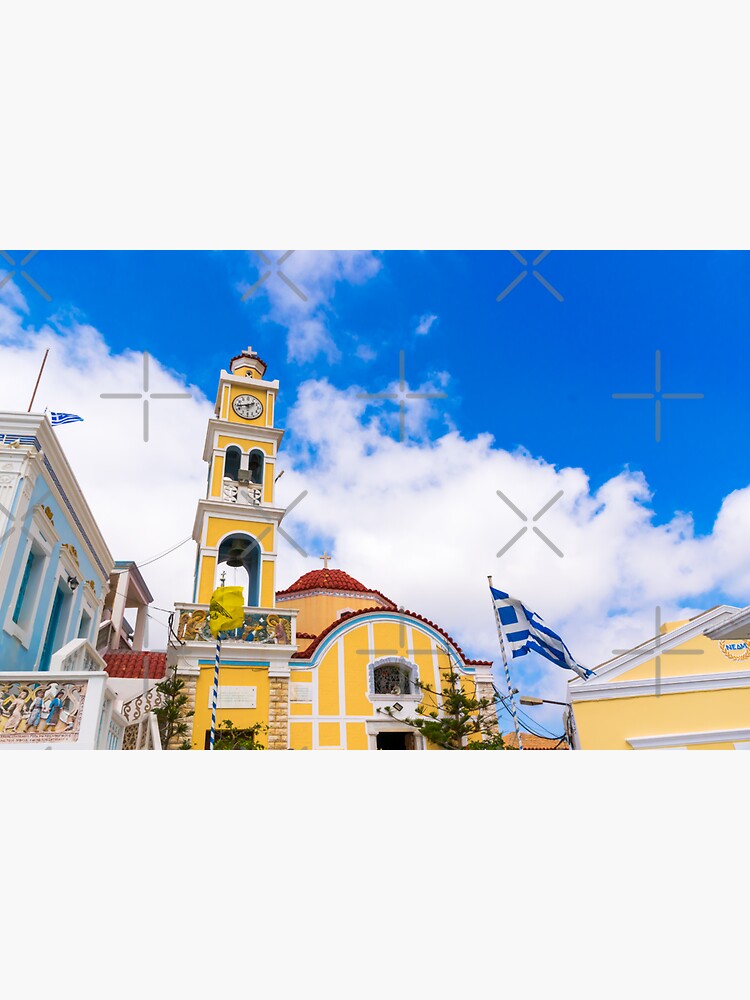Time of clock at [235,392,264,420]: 1:43
